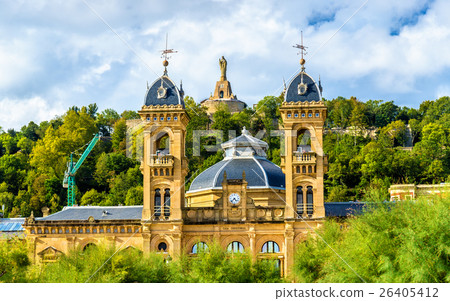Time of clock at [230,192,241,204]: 4:37
